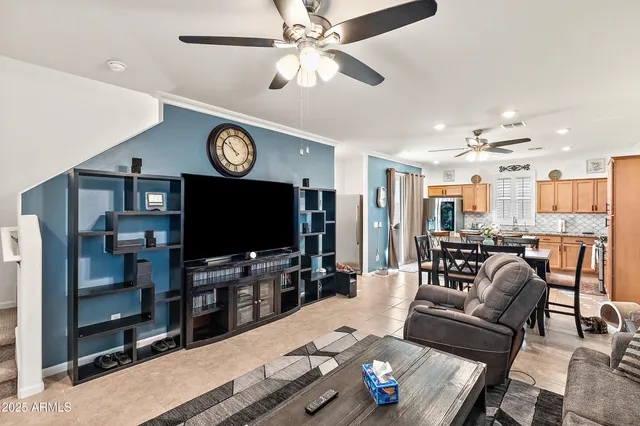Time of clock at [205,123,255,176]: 10:50
